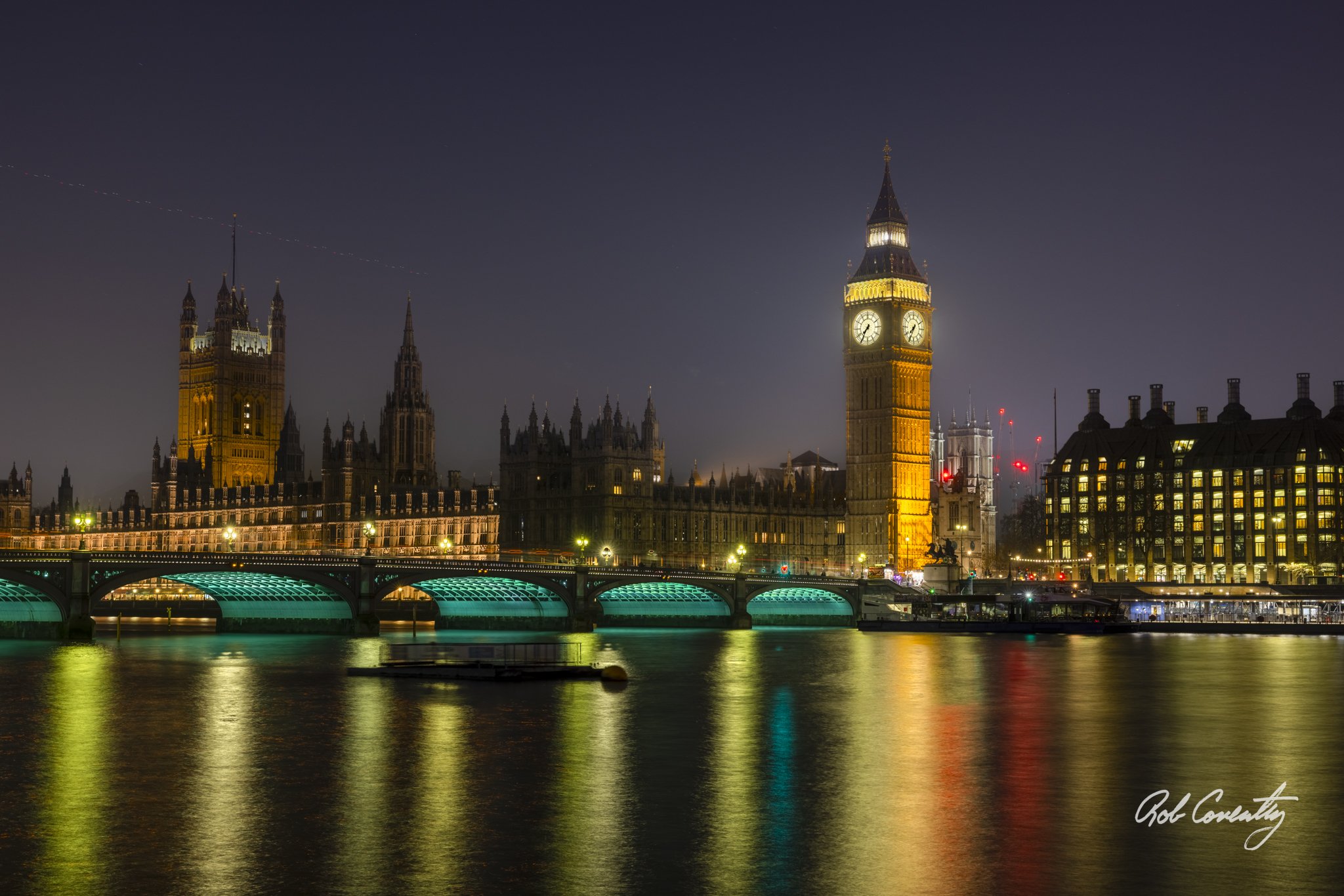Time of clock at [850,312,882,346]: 7:35
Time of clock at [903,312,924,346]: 7:34
